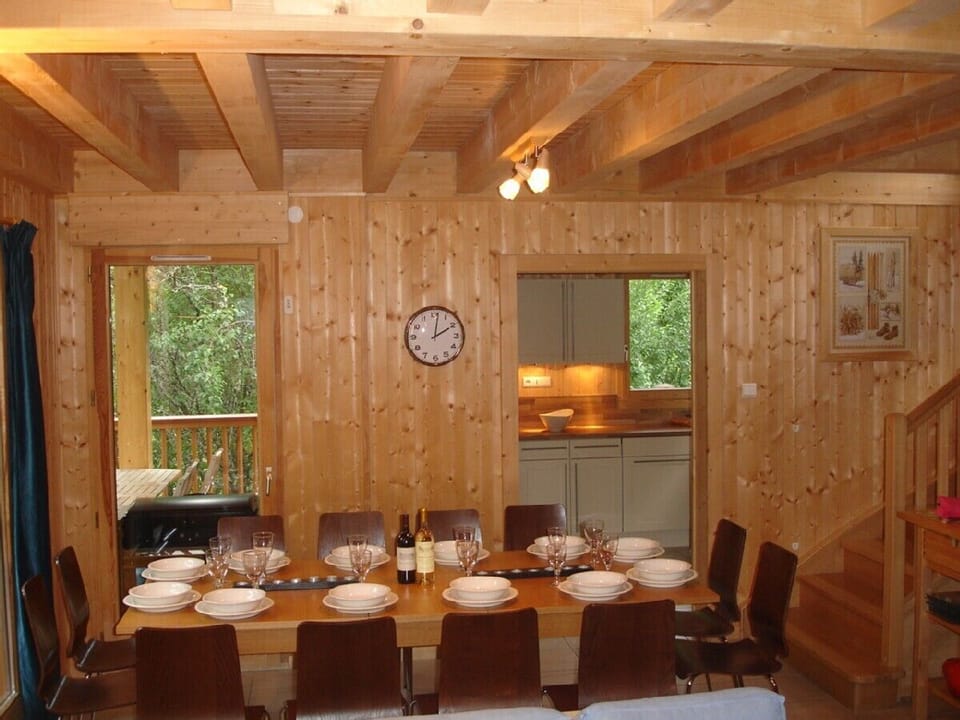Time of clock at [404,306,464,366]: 2:01
